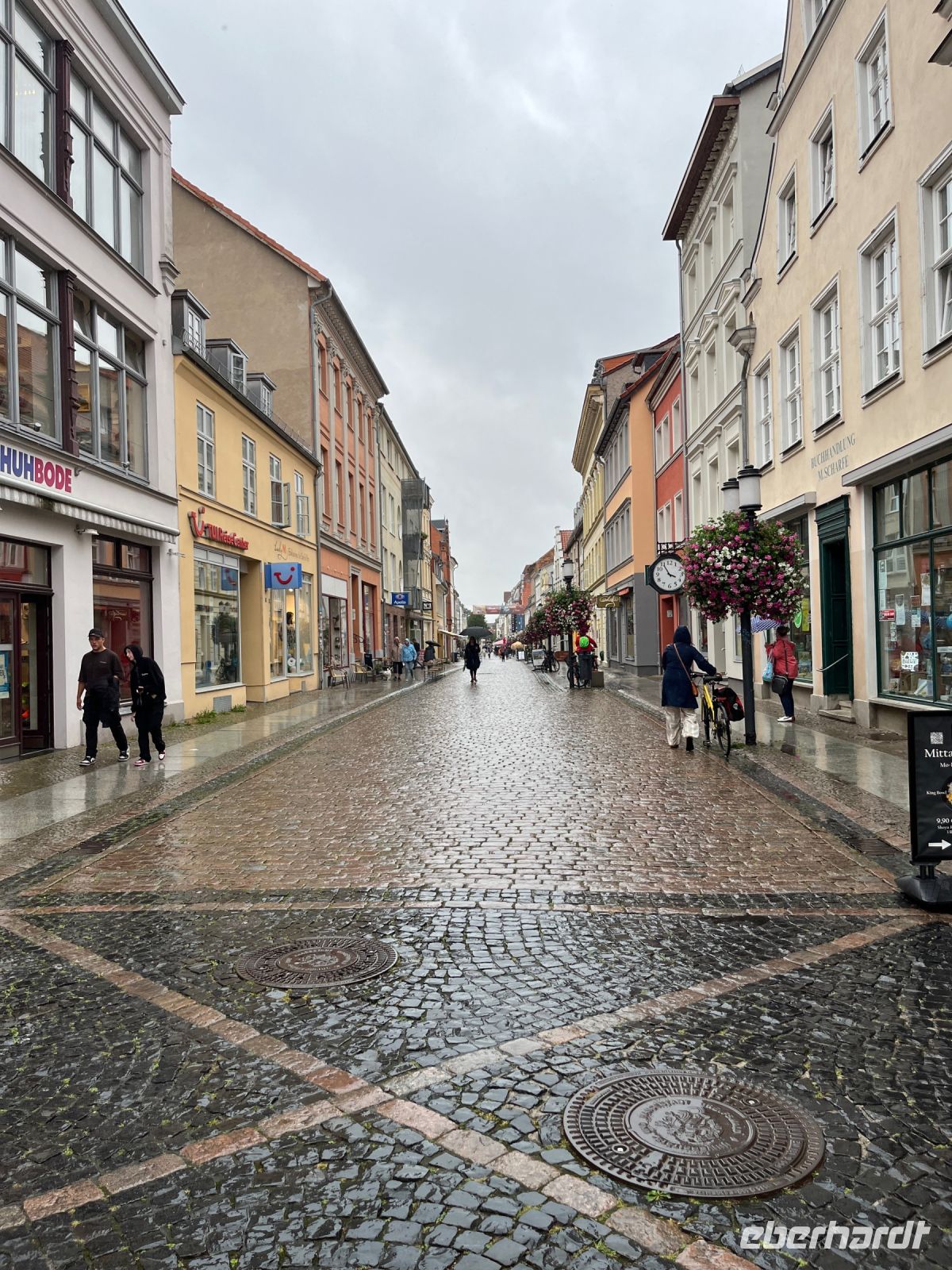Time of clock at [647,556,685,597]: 3:55
